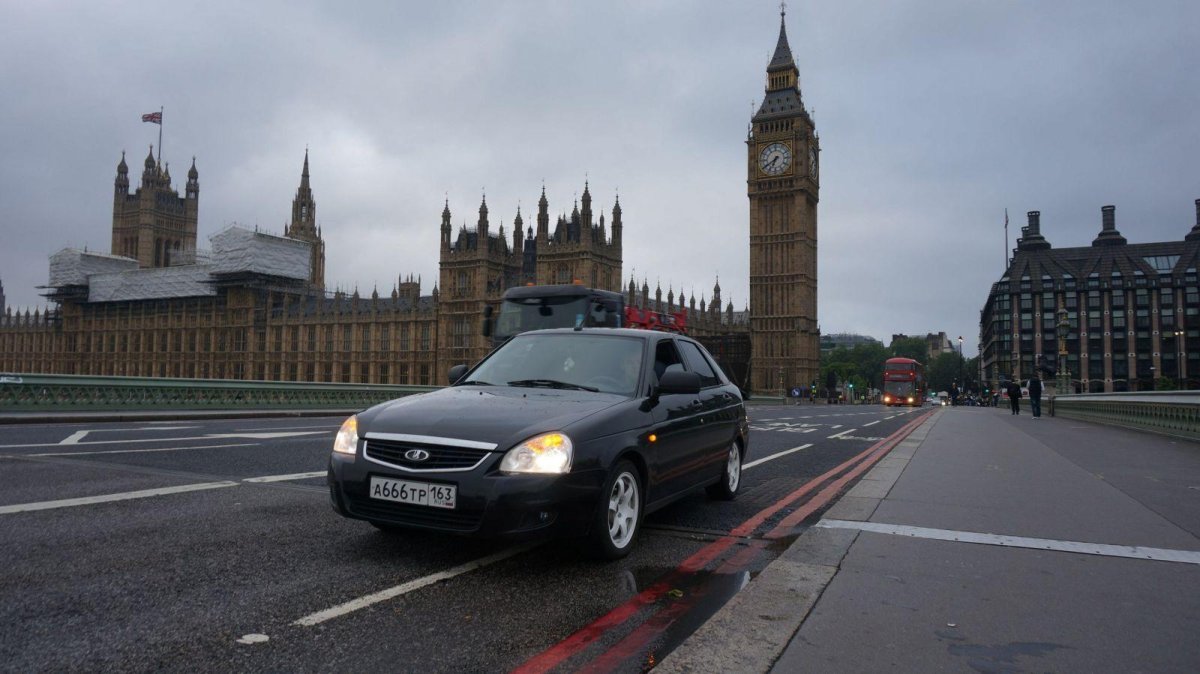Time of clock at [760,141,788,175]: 6:39
